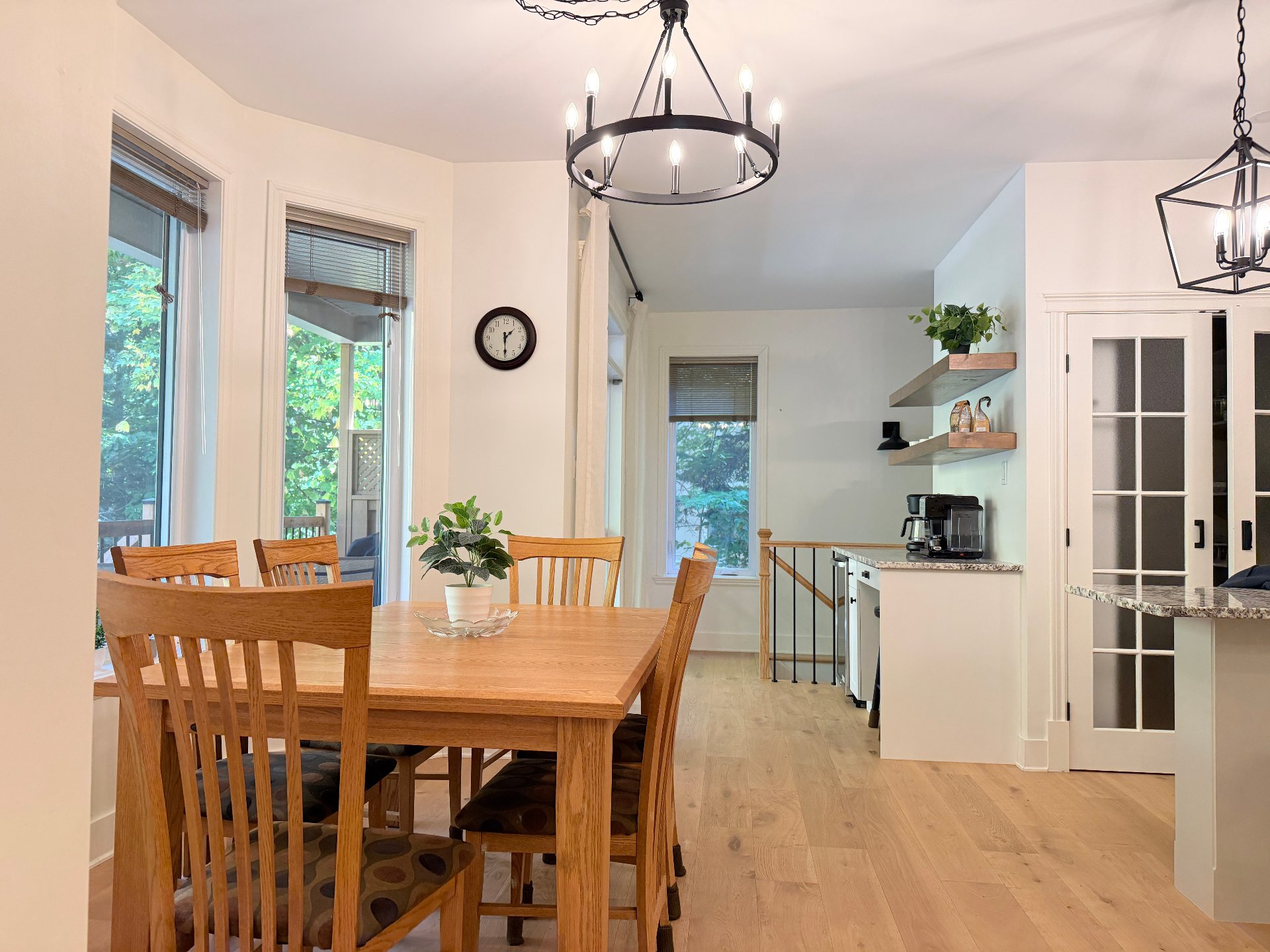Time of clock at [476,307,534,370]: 1:29
